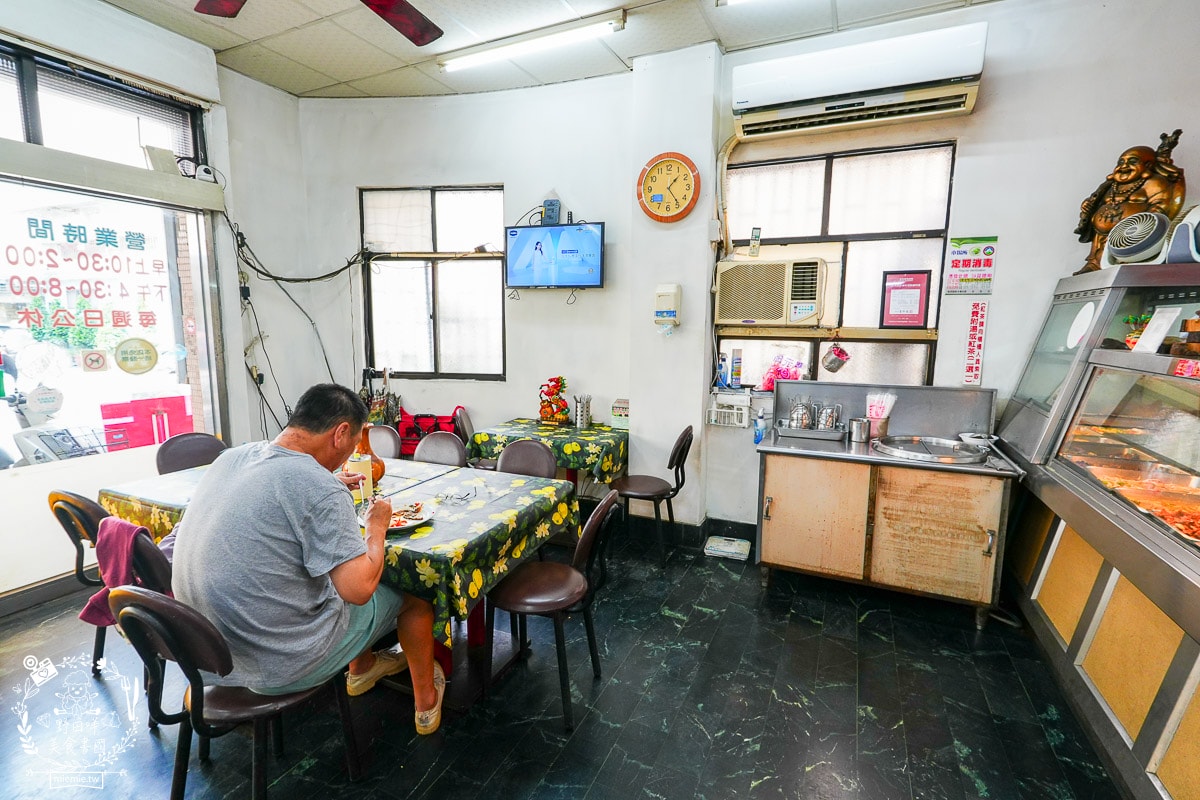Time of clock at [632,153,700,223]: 1:23
